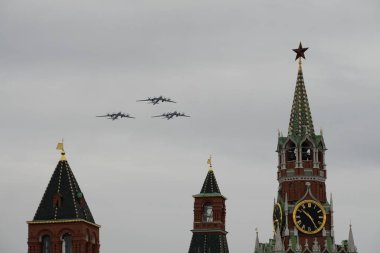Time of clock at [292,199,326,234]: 10:24
